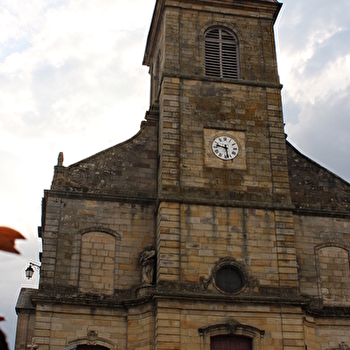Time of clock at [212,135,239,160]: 9:28
